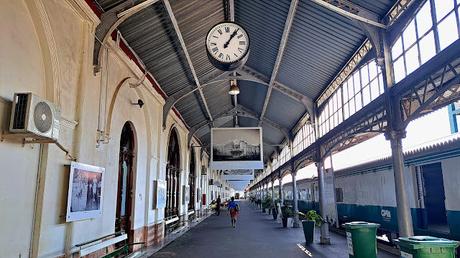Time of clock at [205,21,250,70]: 1:06
